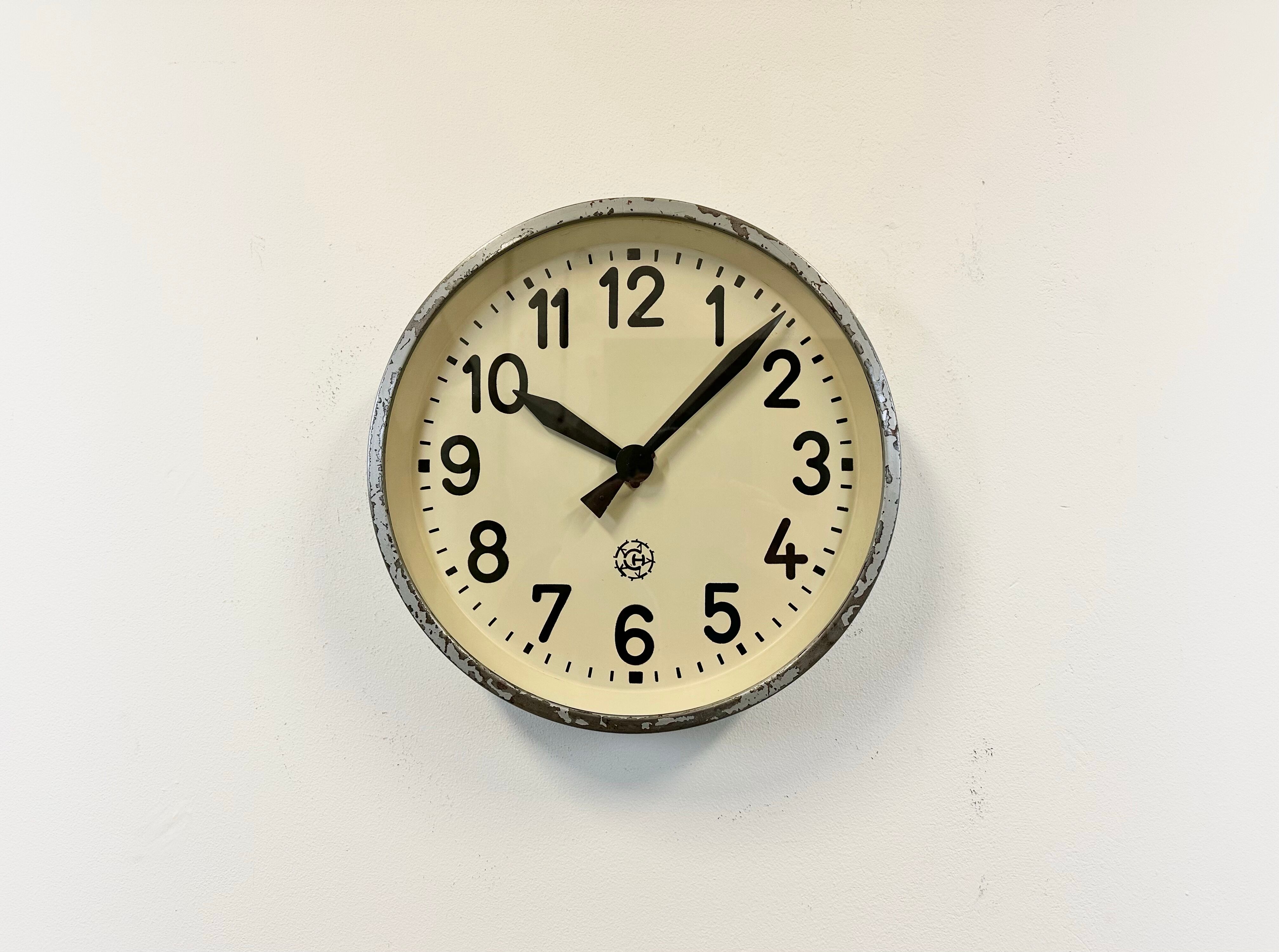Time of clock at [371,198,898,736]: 10:07
